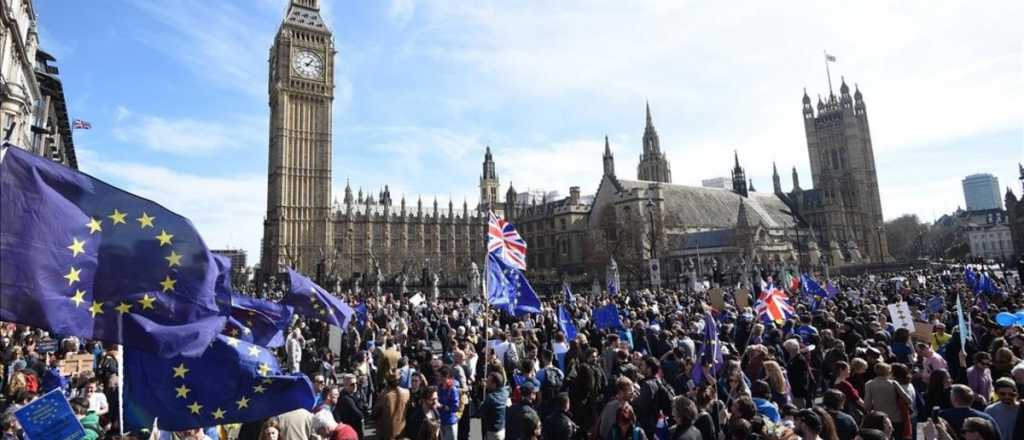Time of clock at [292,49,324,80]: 1:16
